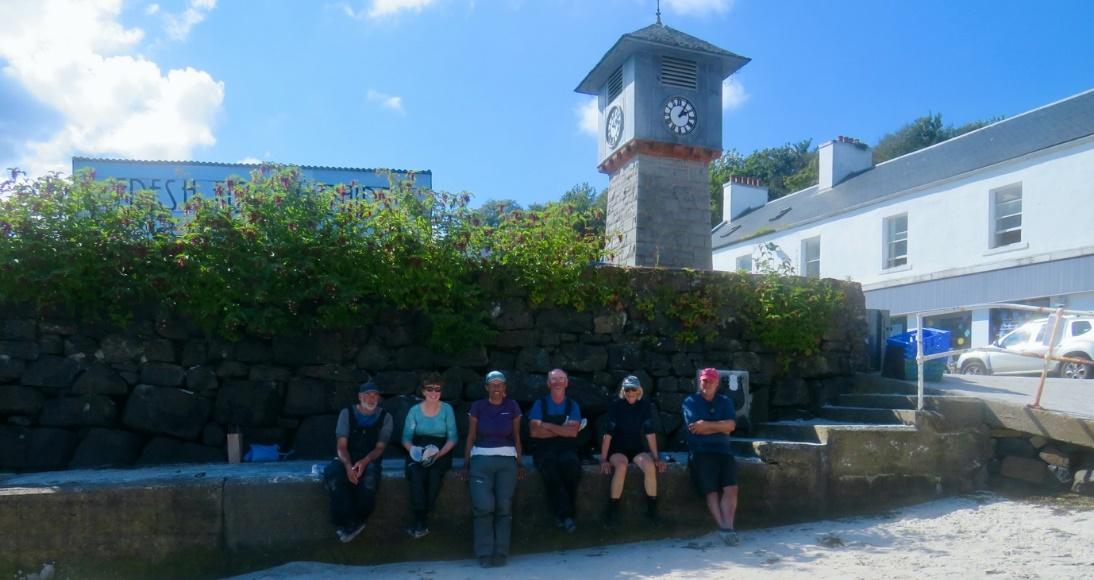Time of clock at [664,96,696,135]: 2:05
